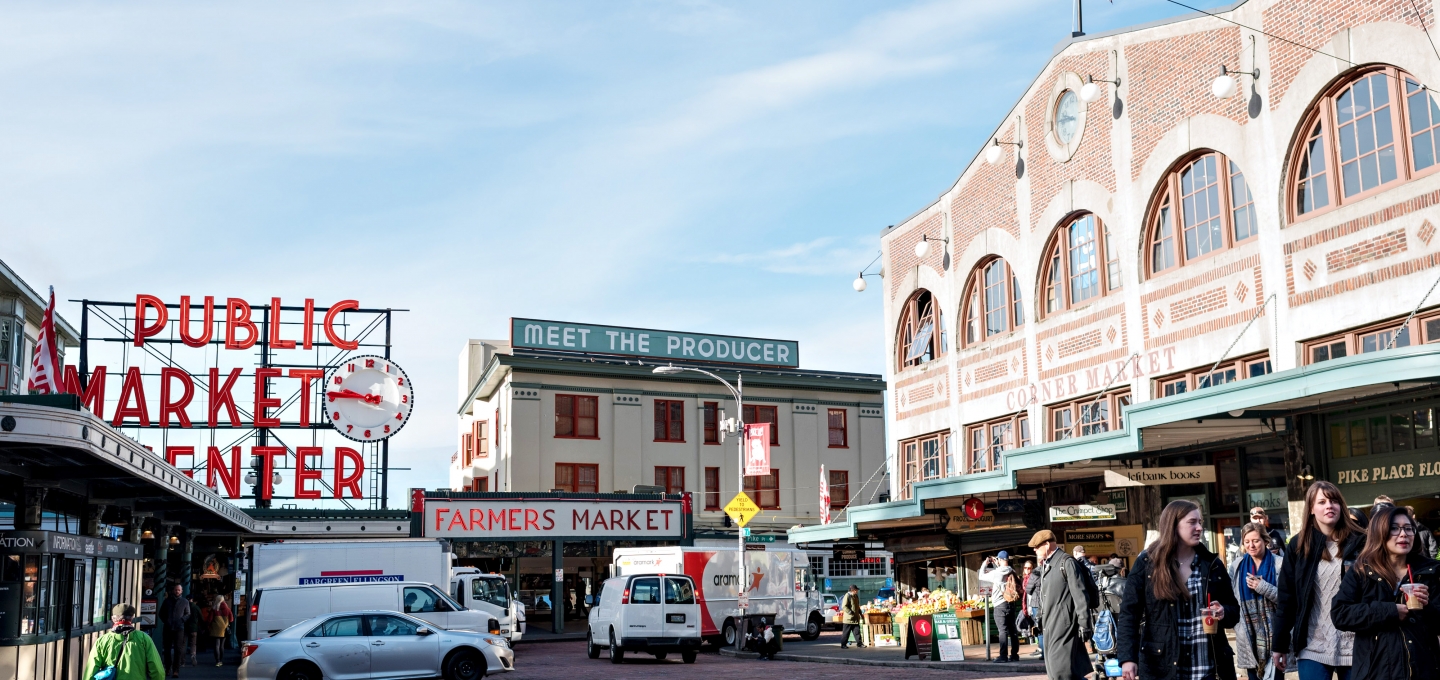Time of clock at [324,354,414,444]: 9:45
